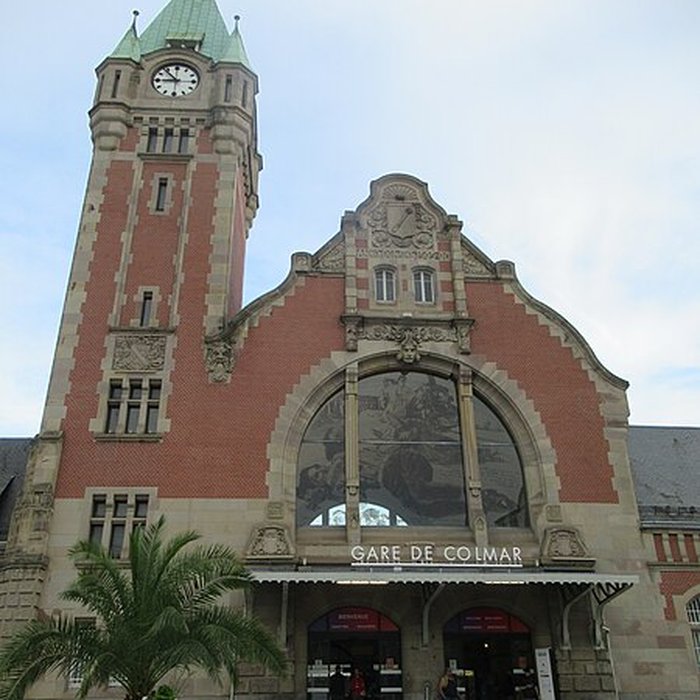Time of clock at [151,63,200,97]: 8:53
